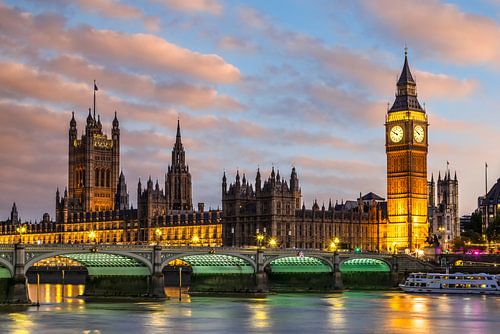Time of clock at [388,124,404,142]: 9:50
